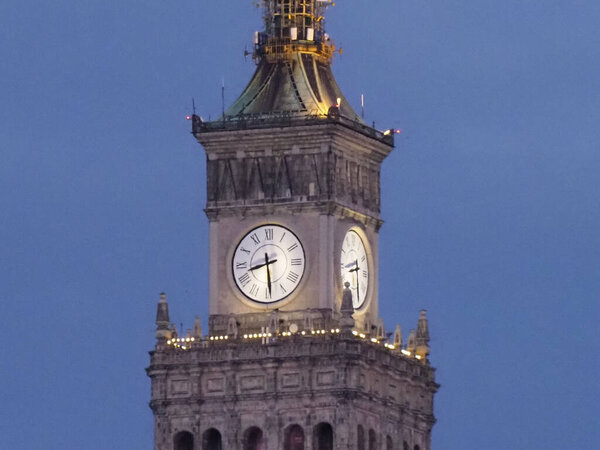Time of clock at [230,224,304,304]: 8:29
